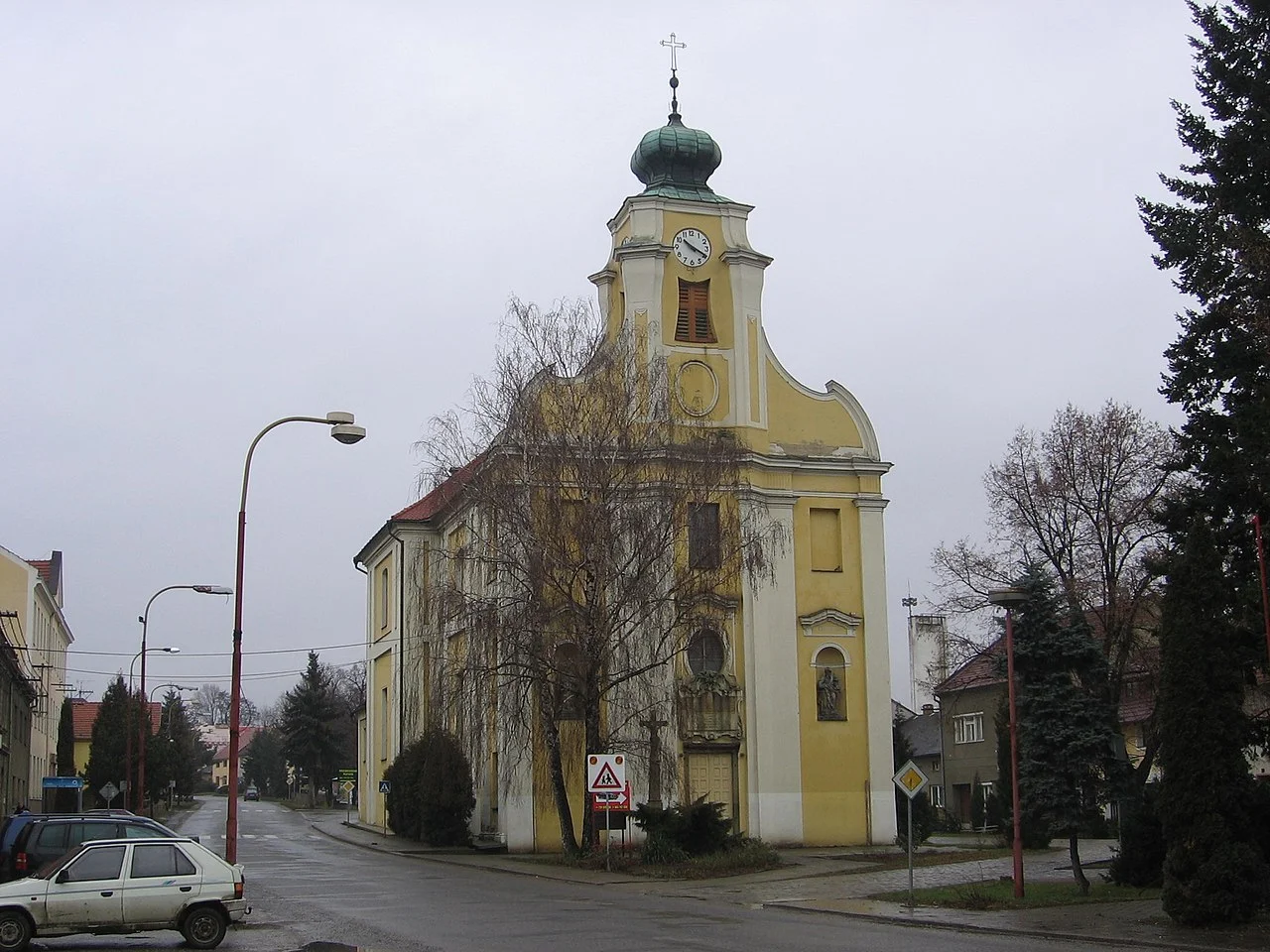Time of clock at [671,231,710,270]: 10:19
